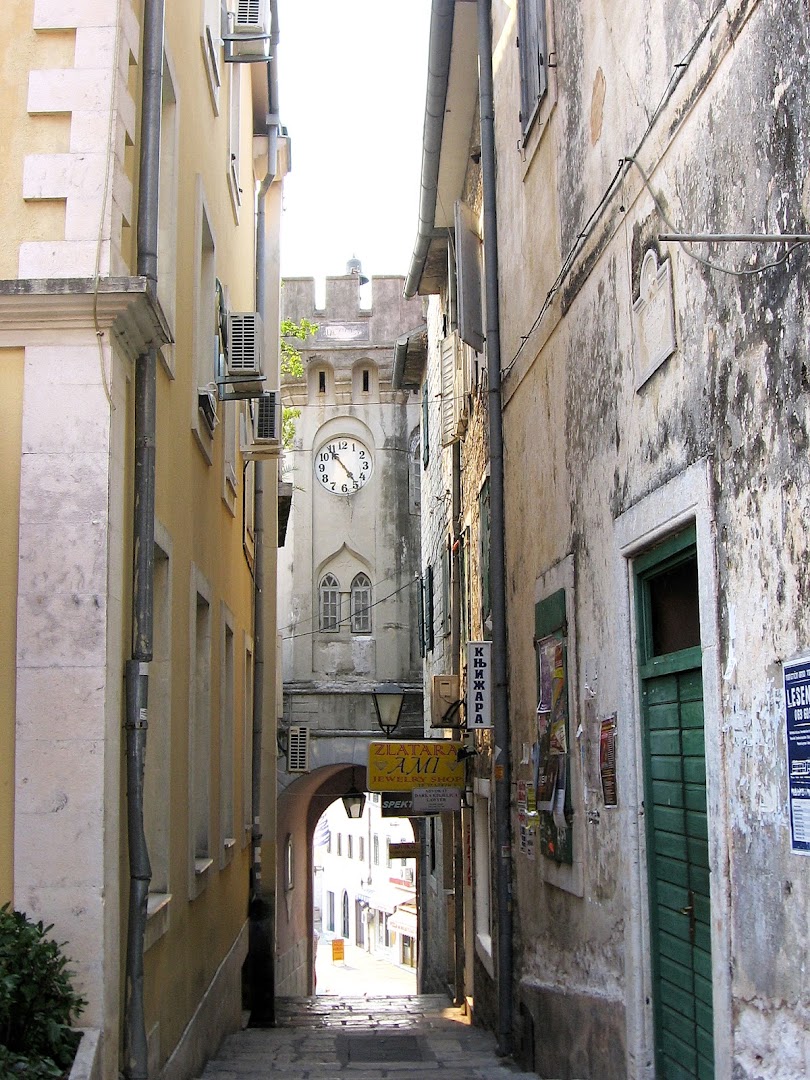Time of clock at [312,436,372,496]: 4:53
